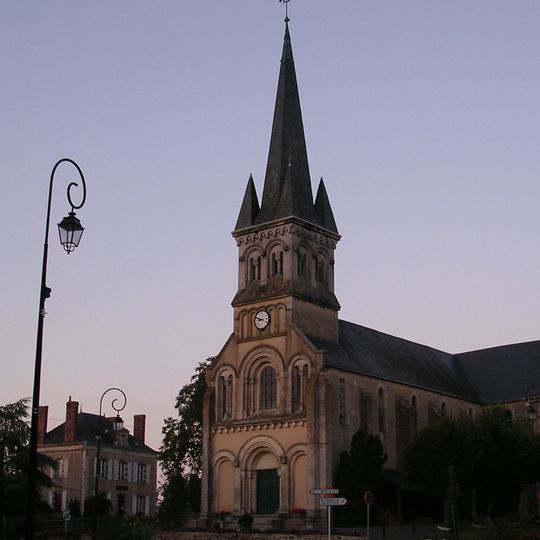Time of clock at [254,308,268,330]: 8:48
